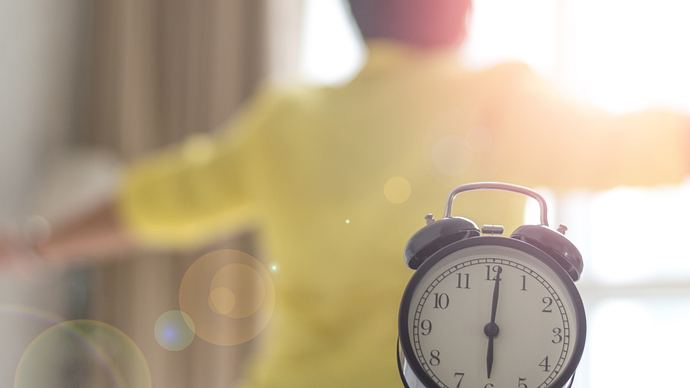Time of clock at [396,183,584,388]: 6:00
